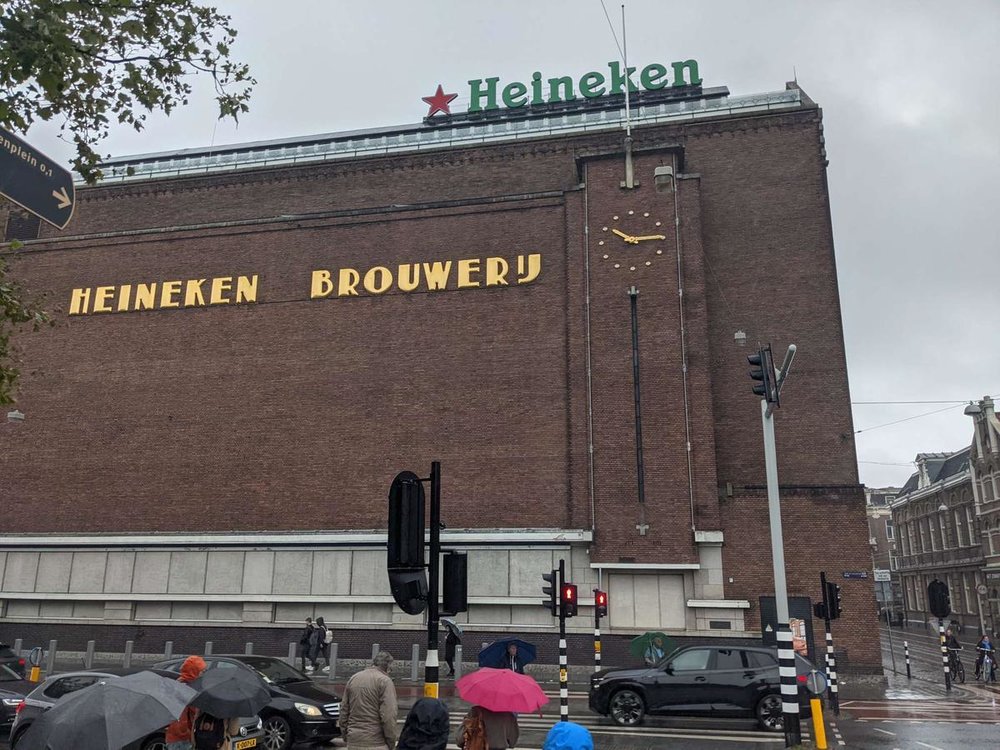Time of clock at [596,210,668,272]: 10:14
